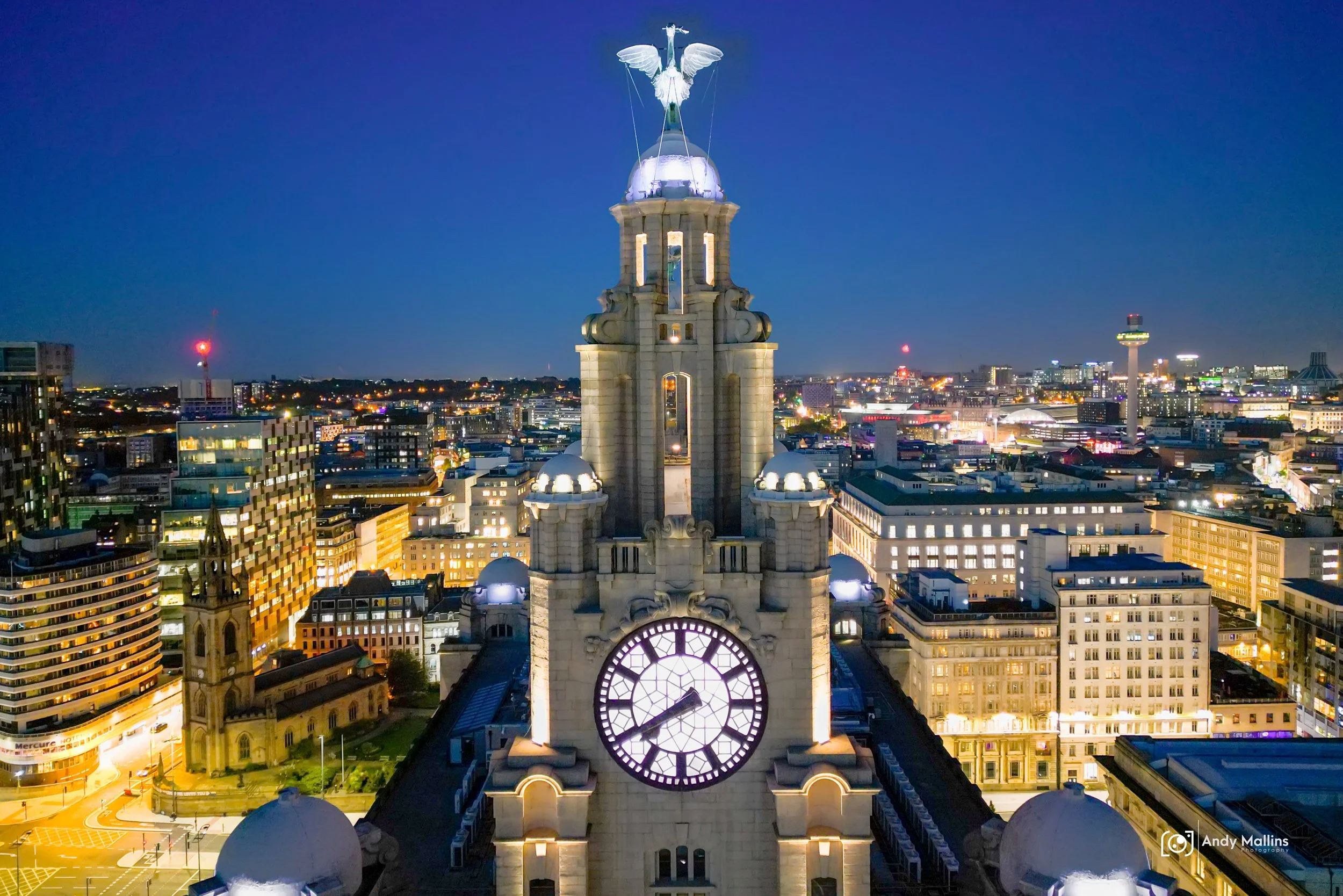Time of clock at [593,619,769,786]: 7:40
